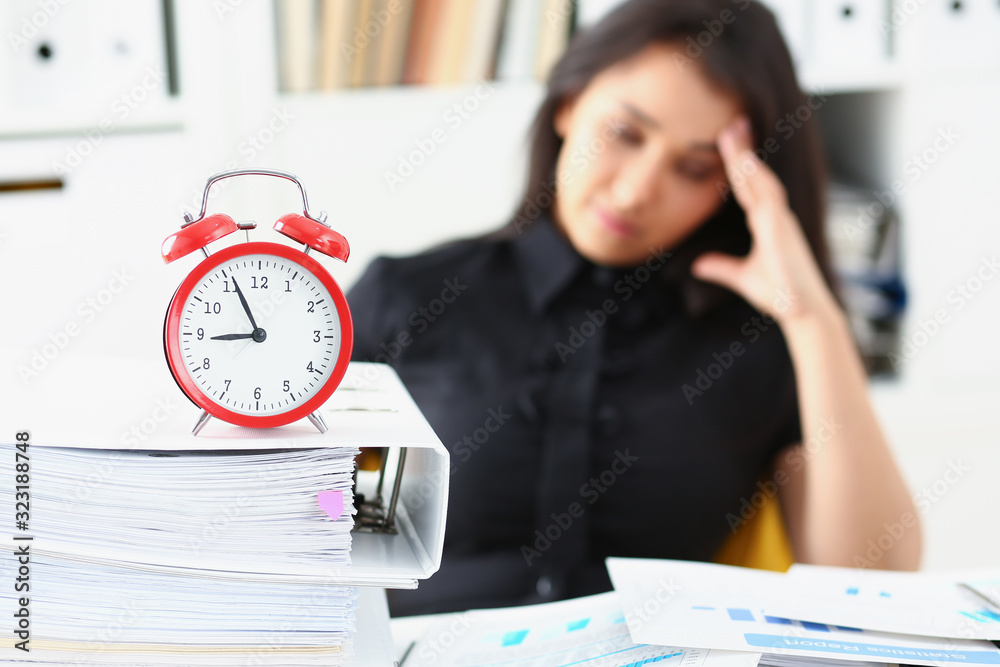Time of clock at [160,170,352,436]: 8:55
